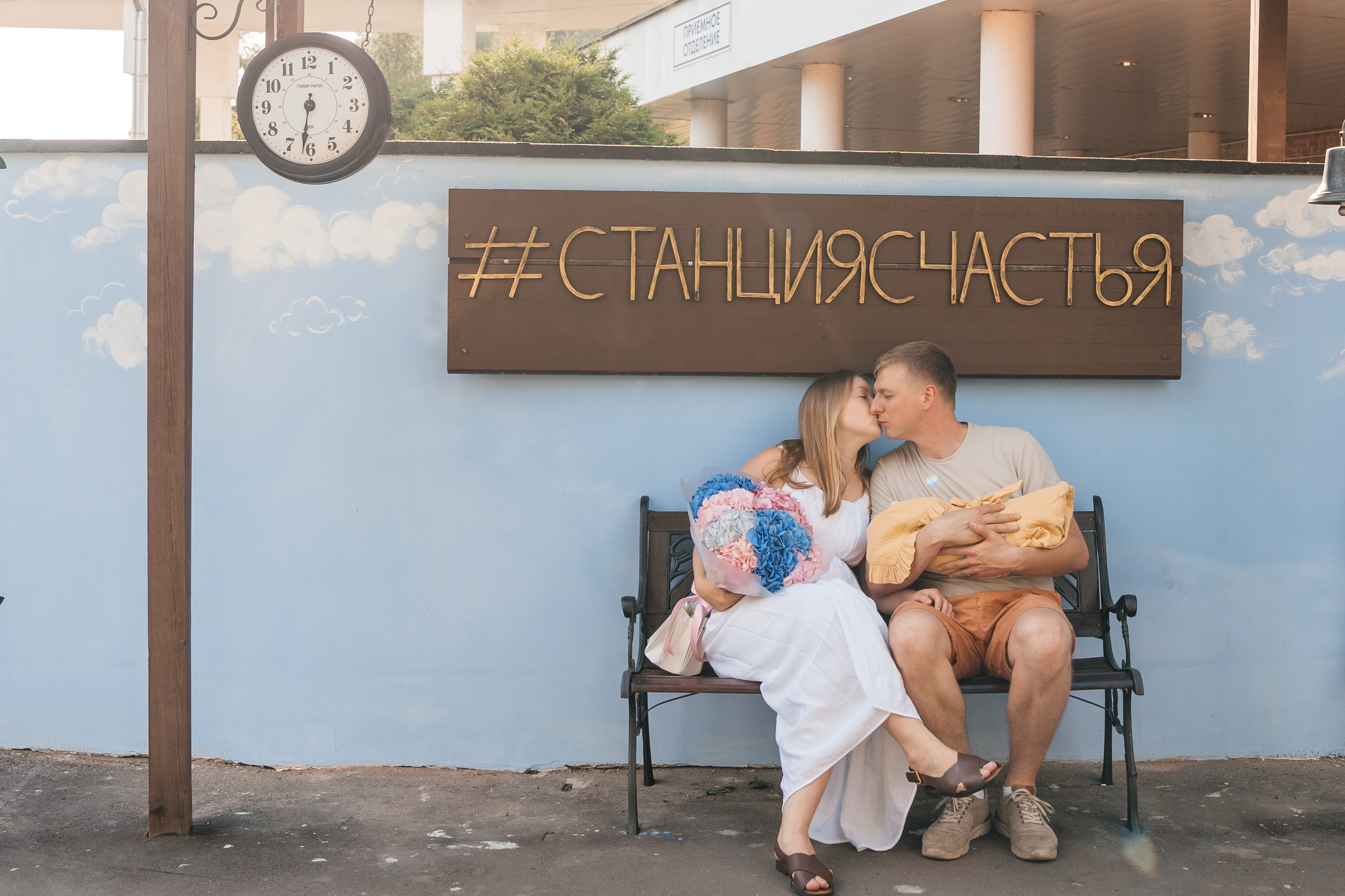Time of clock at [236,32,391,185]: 6:31
